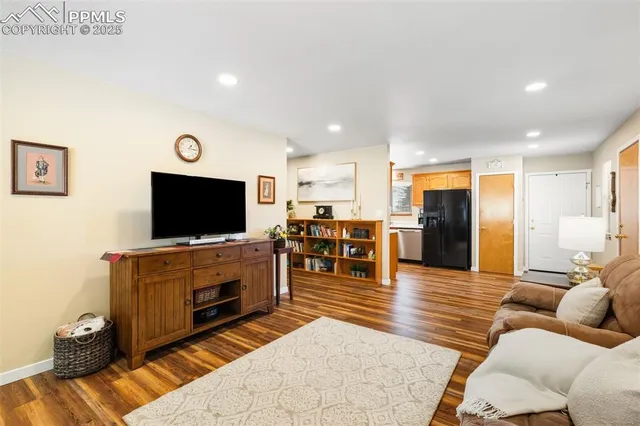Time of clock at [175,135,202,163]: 1:16
